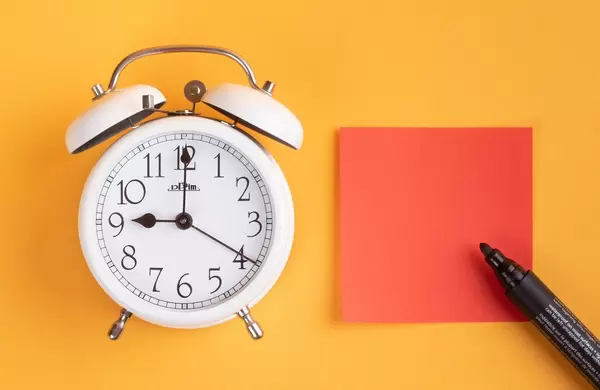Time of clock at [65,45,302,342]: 9:00
